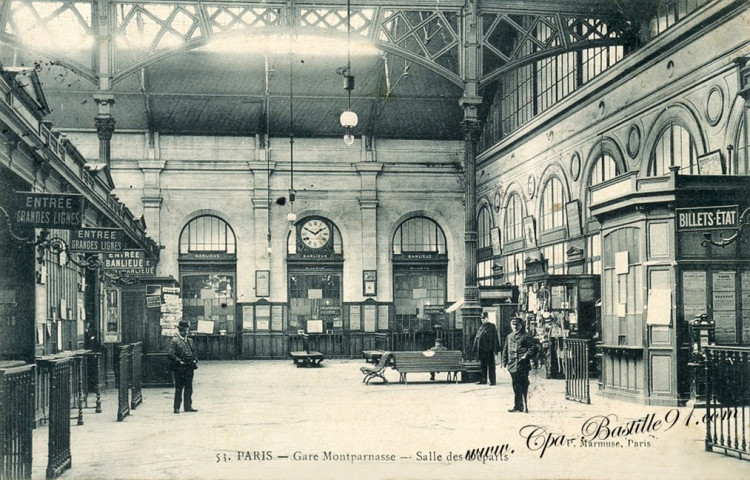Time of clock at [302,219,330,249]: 1:49
